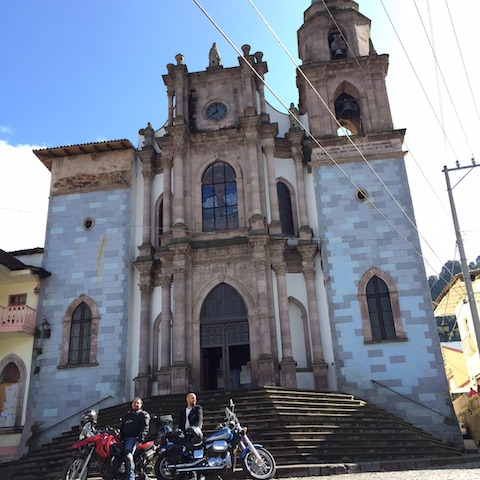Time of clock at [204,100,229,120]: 11:38
